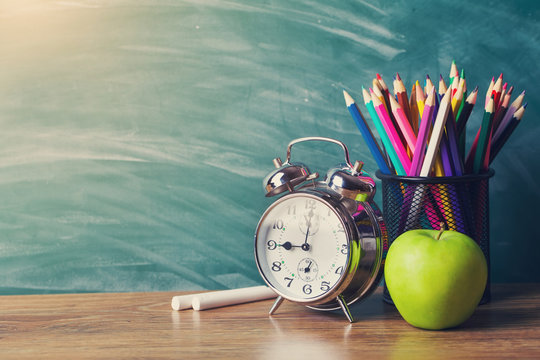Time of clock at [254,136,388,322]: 9:01
